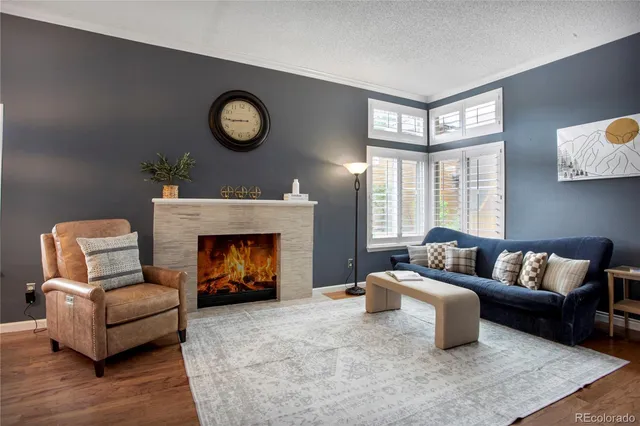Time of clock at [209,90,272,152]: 8:44
